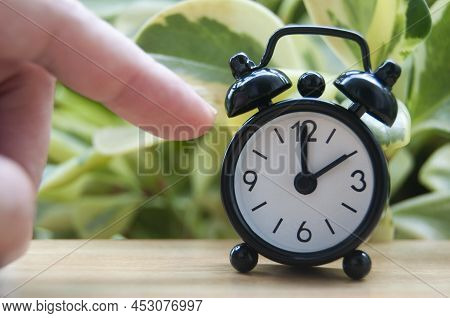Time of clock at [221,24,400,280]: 2:00
